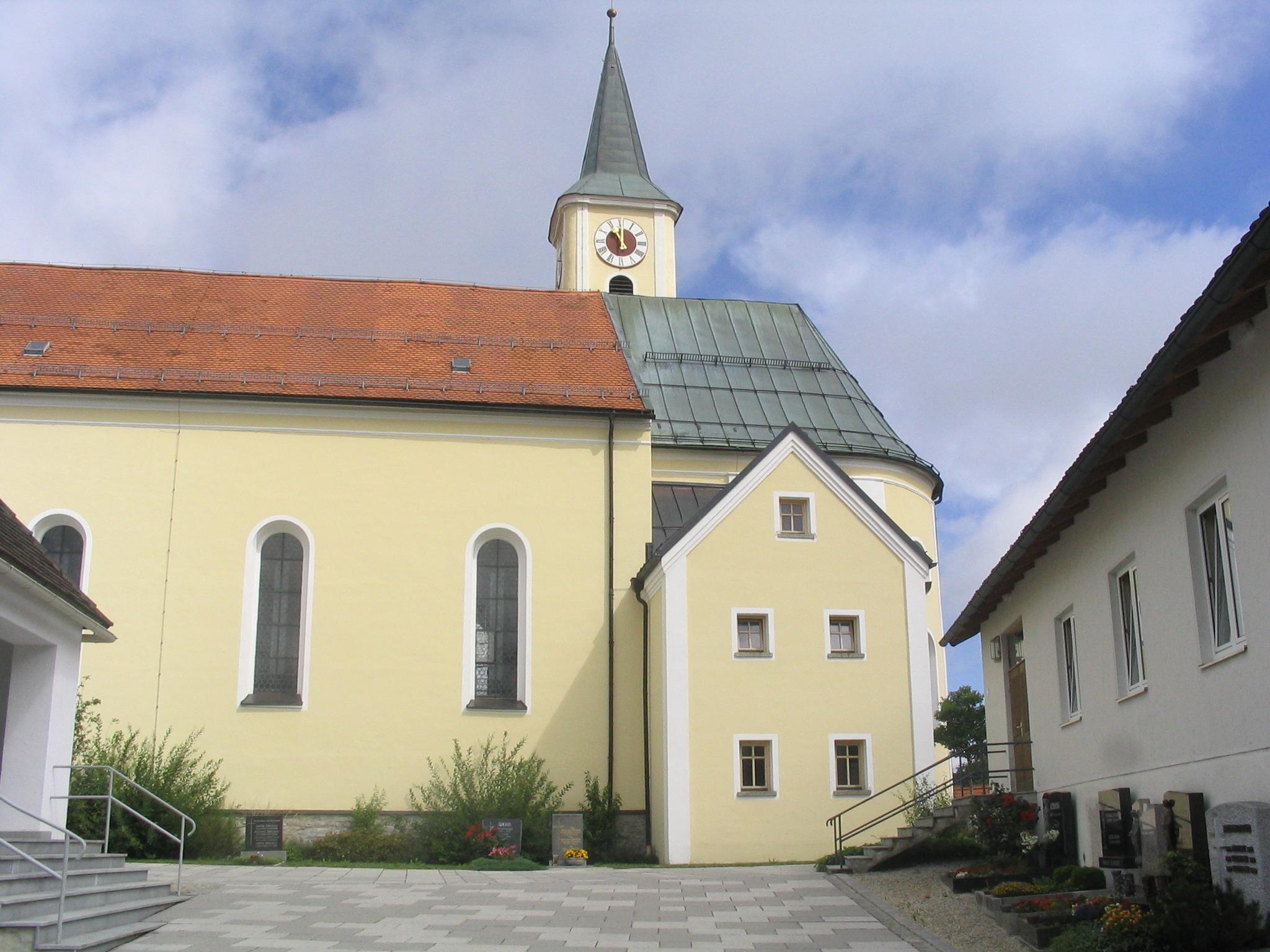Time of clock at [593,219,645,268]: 11:00
